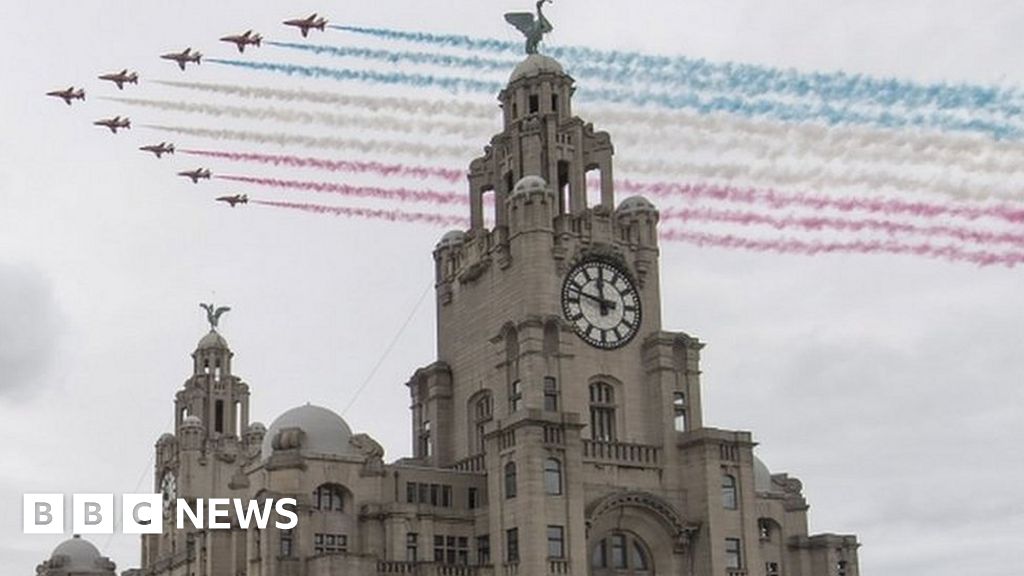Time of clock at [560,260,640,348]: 11:47
